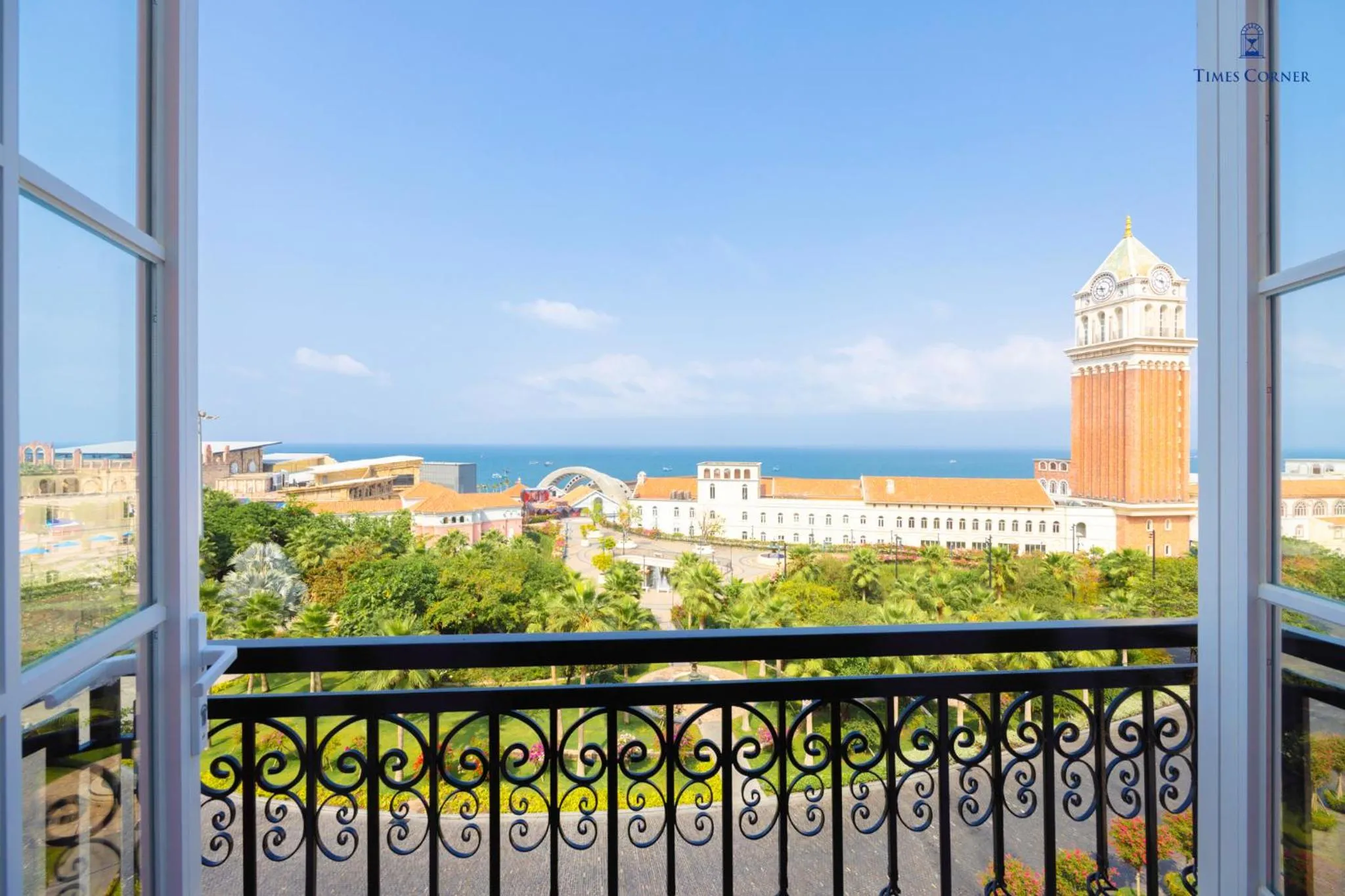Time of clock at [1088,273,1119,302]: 9:27
